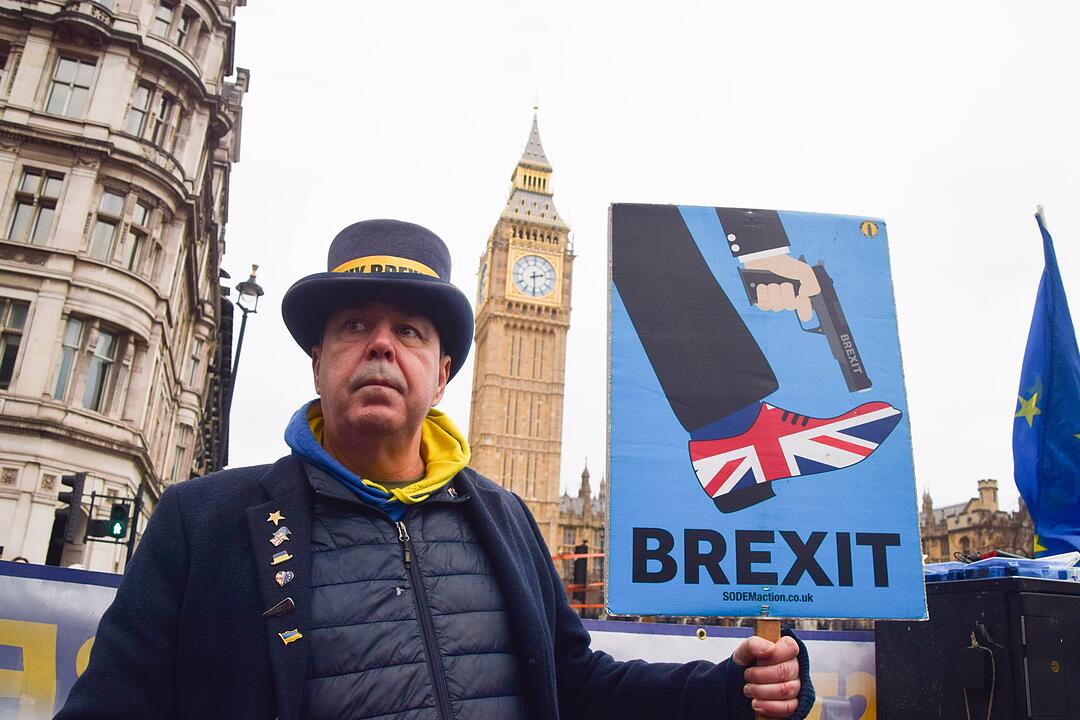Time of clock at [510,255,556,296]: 2:29
